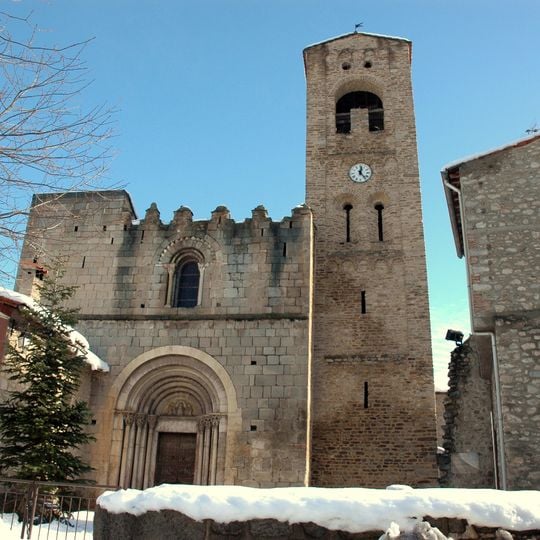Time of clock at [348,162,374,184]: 12:23
